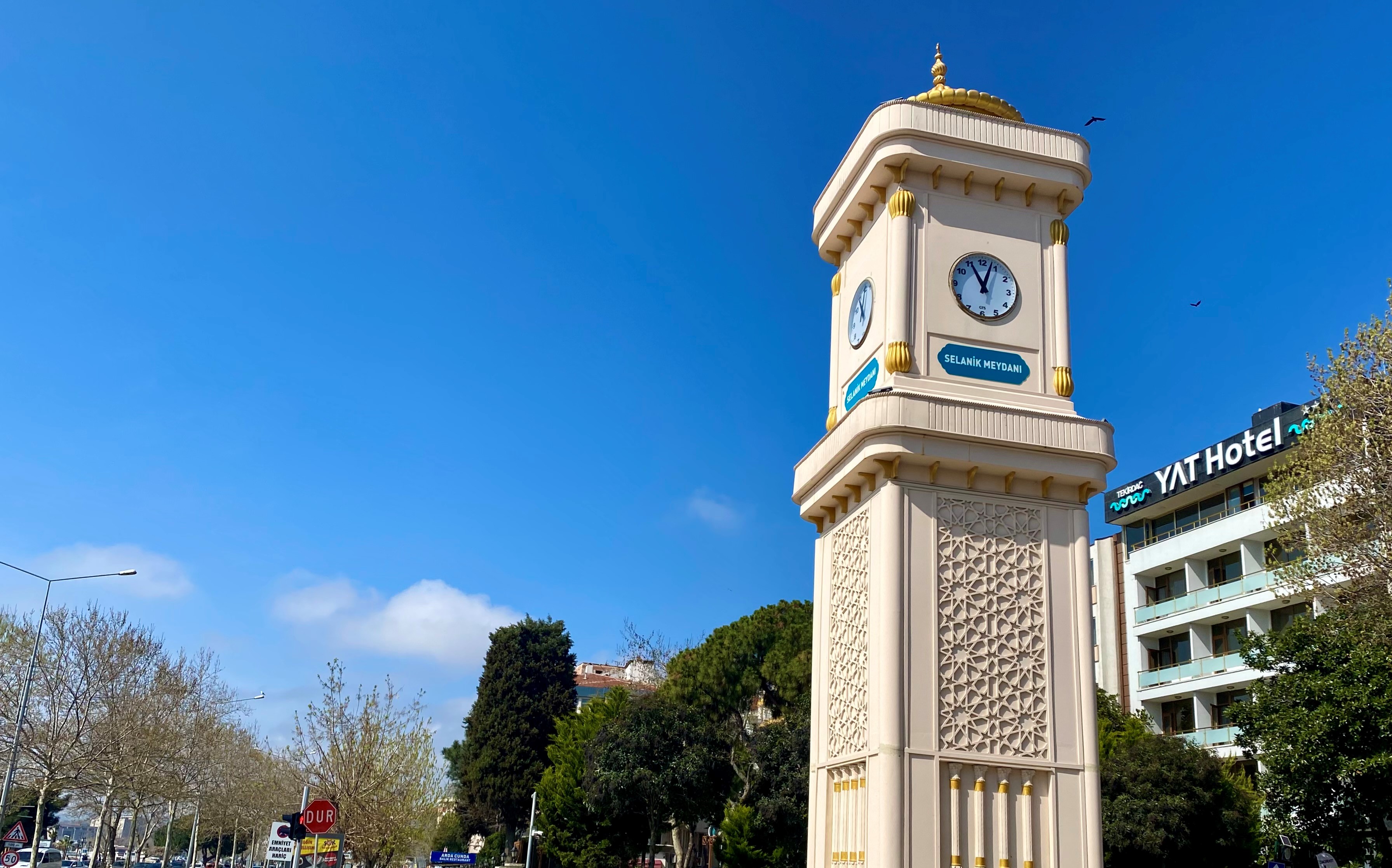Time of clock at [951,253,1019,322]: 11:03
